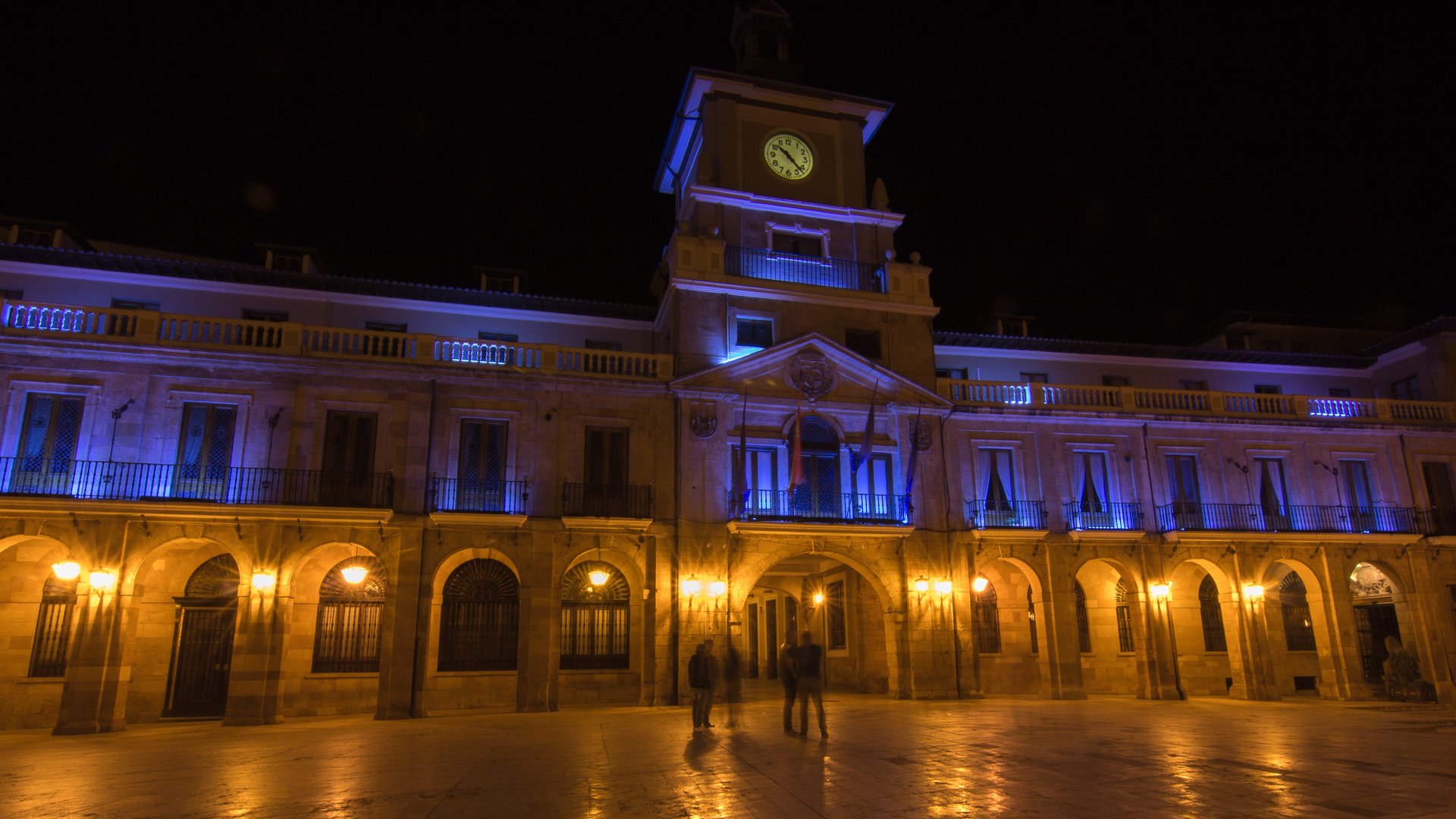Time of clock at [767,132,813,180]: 10:22
